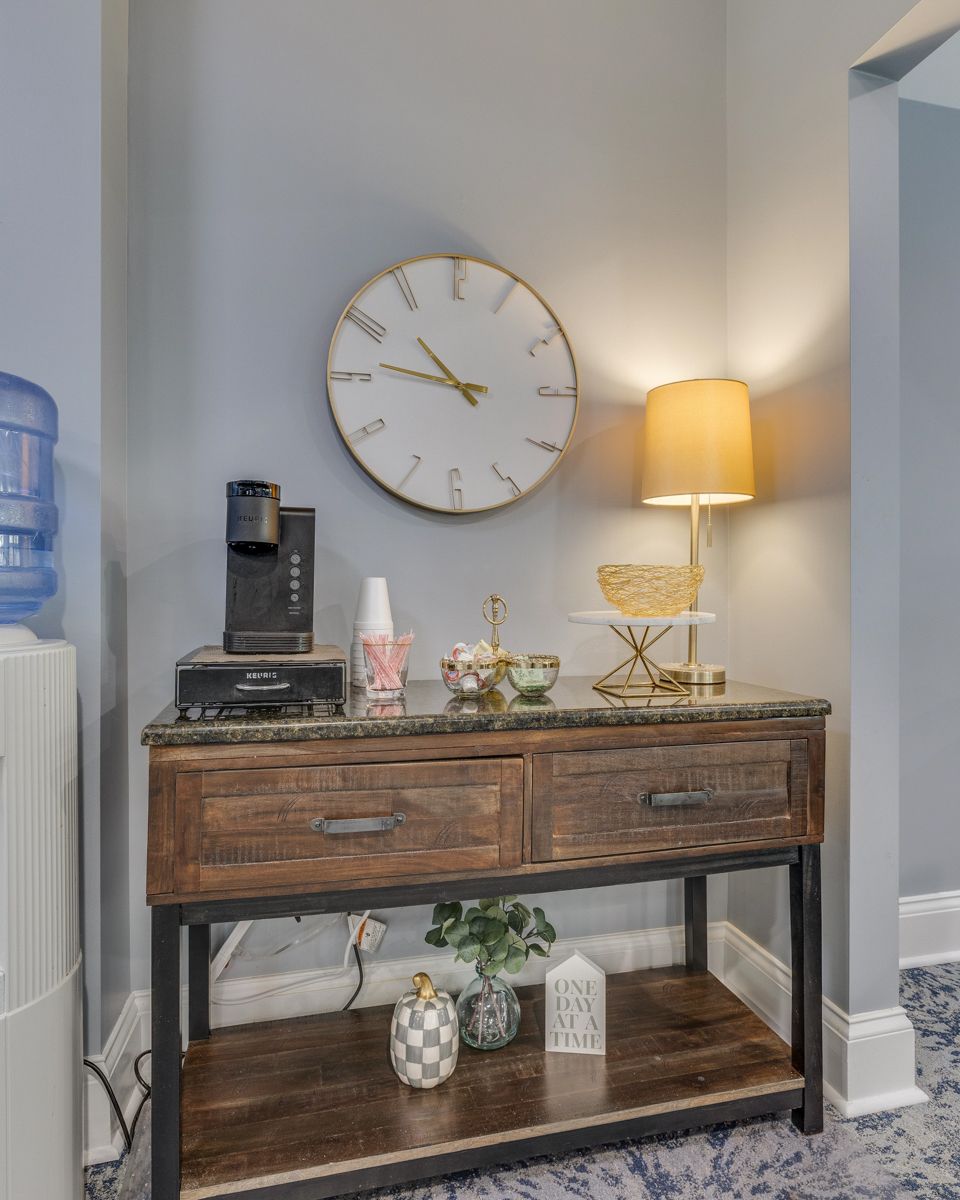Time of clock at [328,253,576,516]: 10:46
